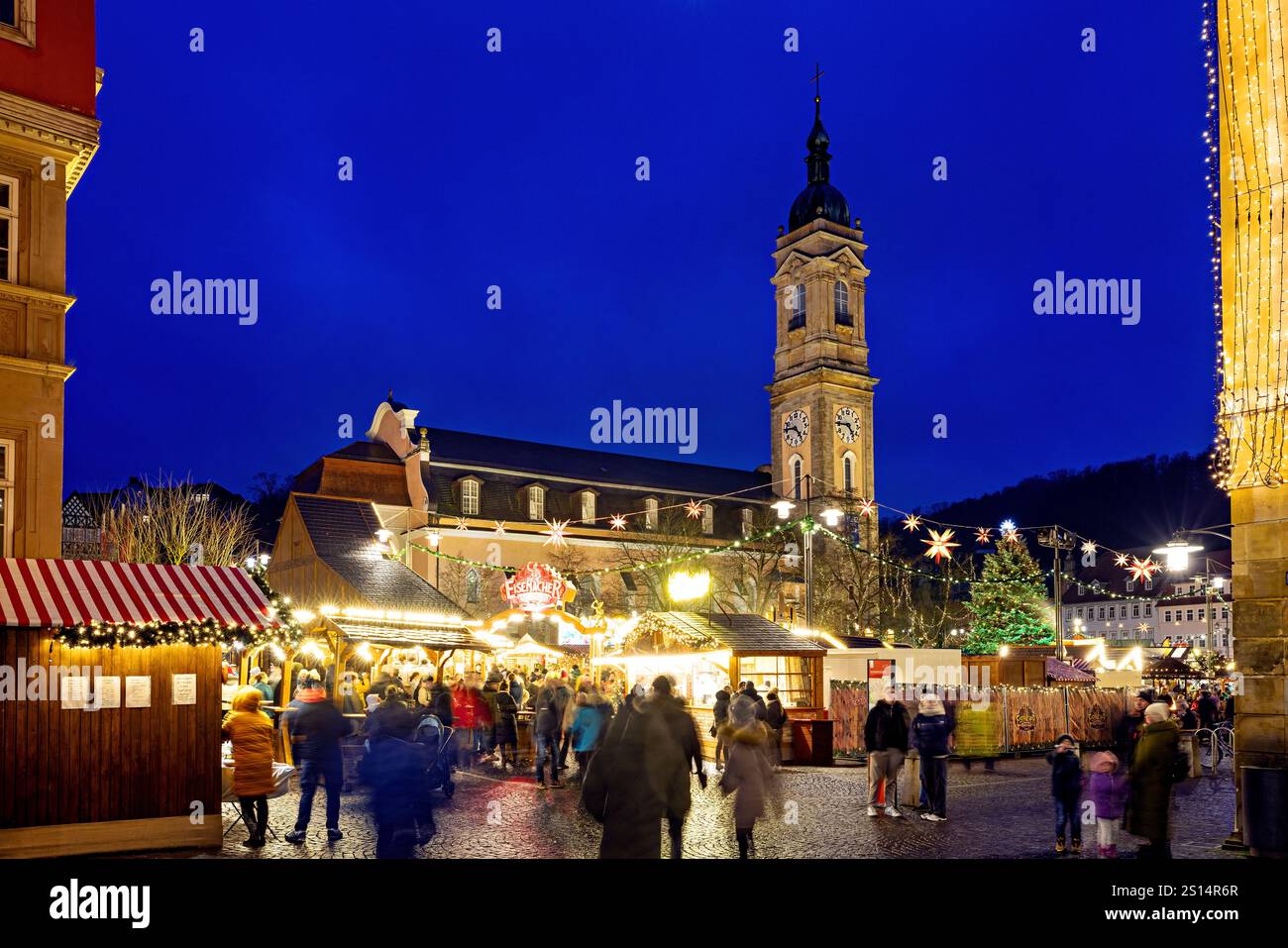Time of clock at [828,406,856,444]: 4:45
